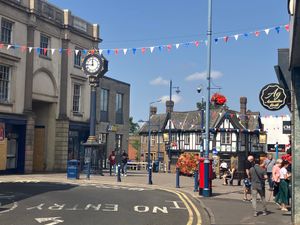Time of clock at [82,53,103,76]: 11:45
